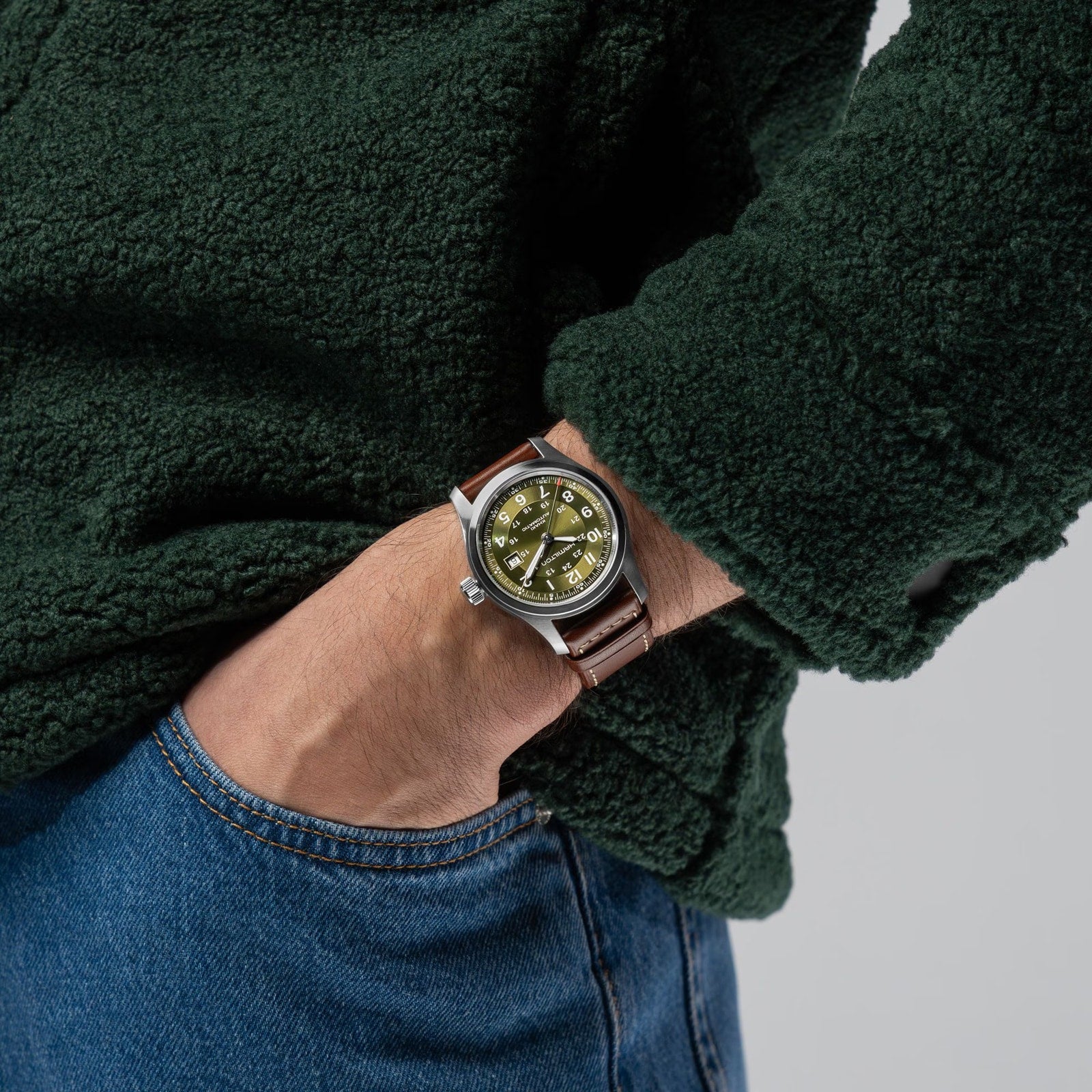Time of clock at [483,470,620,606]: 3:35
